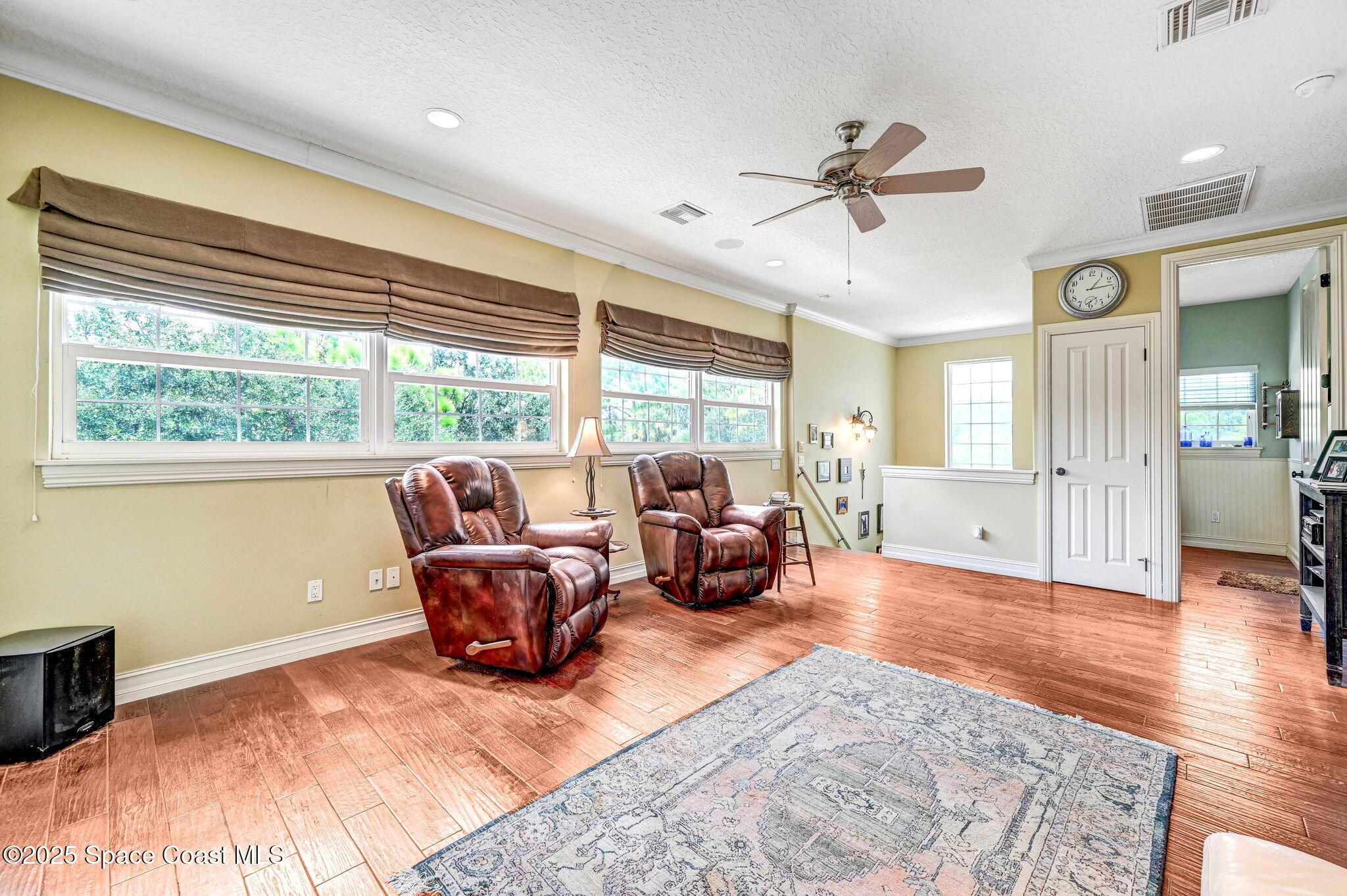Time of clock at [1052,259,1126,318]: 1:13
